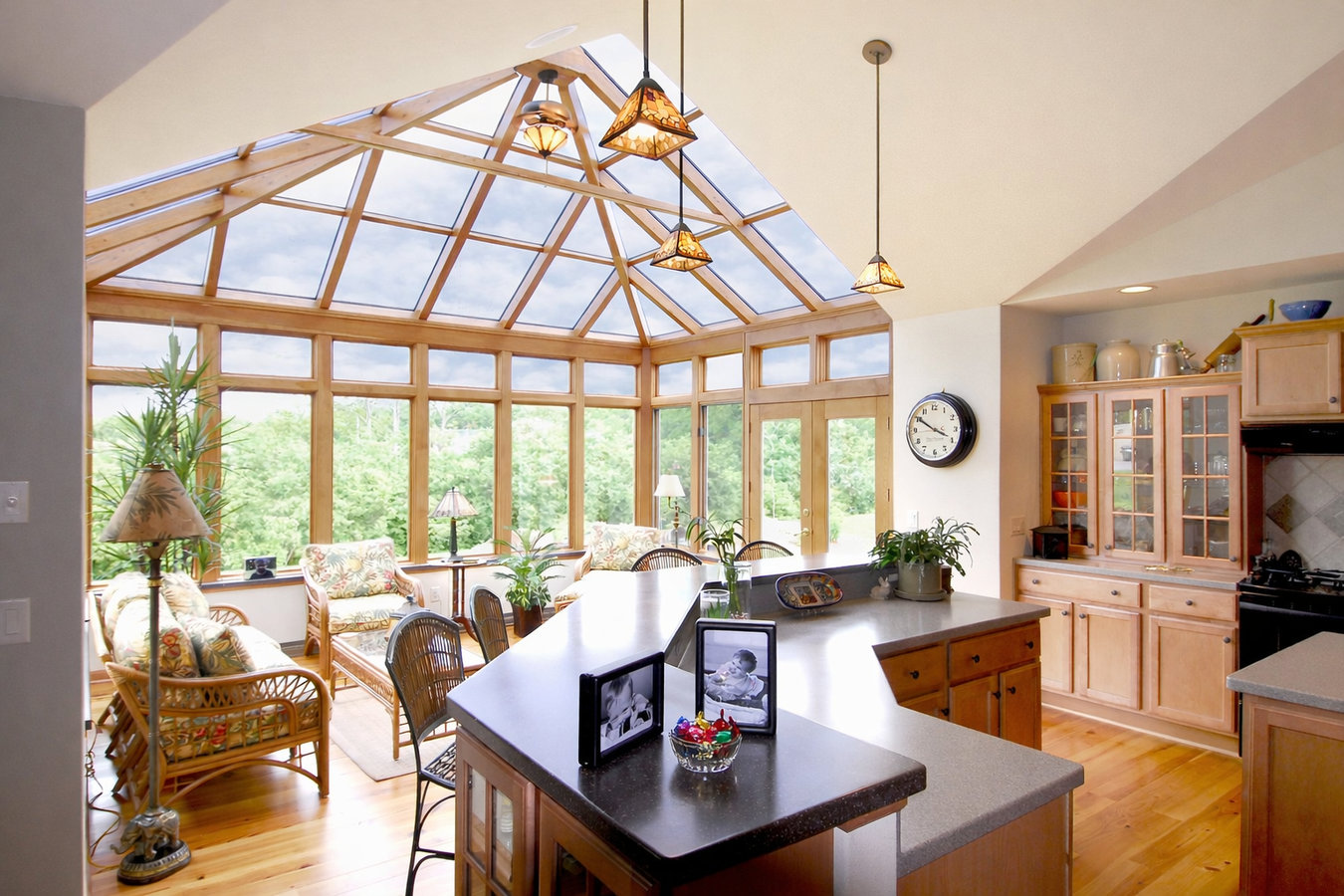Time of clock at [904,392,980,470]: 3:50
